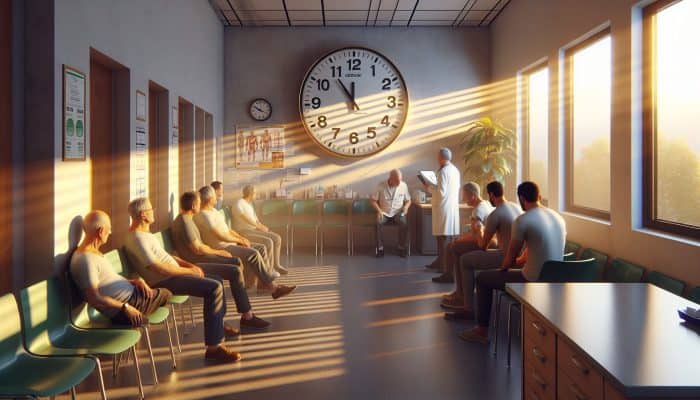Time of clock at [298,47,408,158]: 11:54
